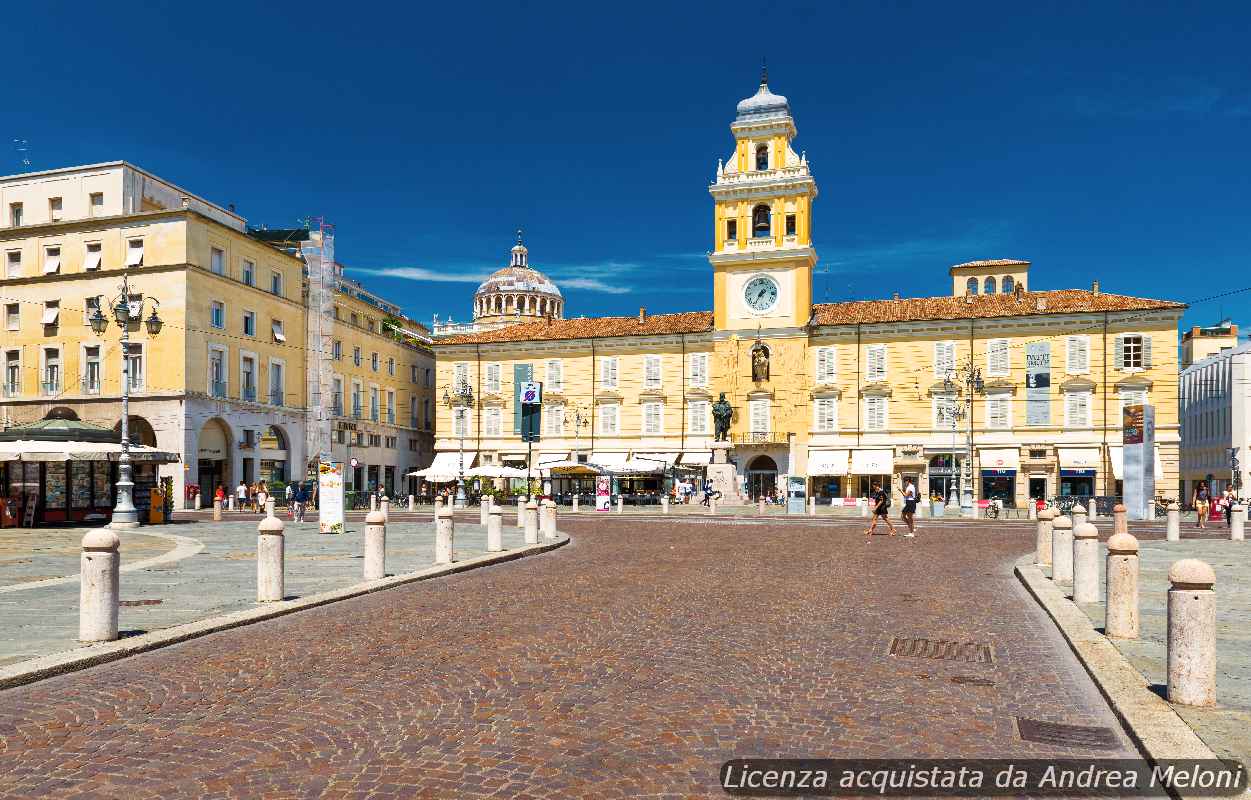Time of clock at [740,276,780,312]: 1:35
